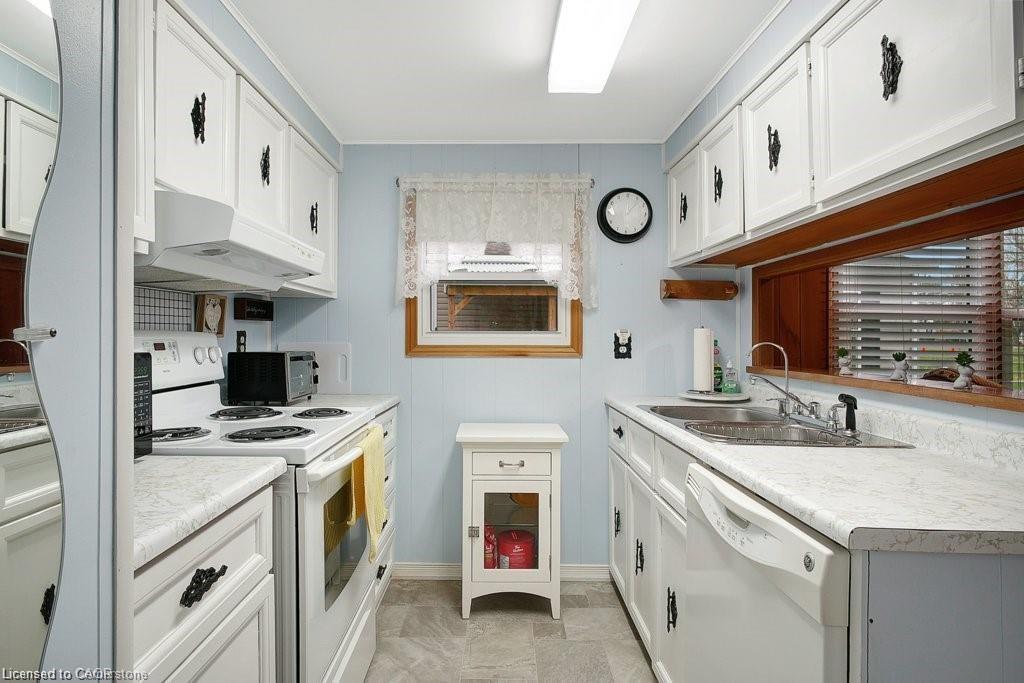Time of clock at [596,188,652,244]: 12:07
